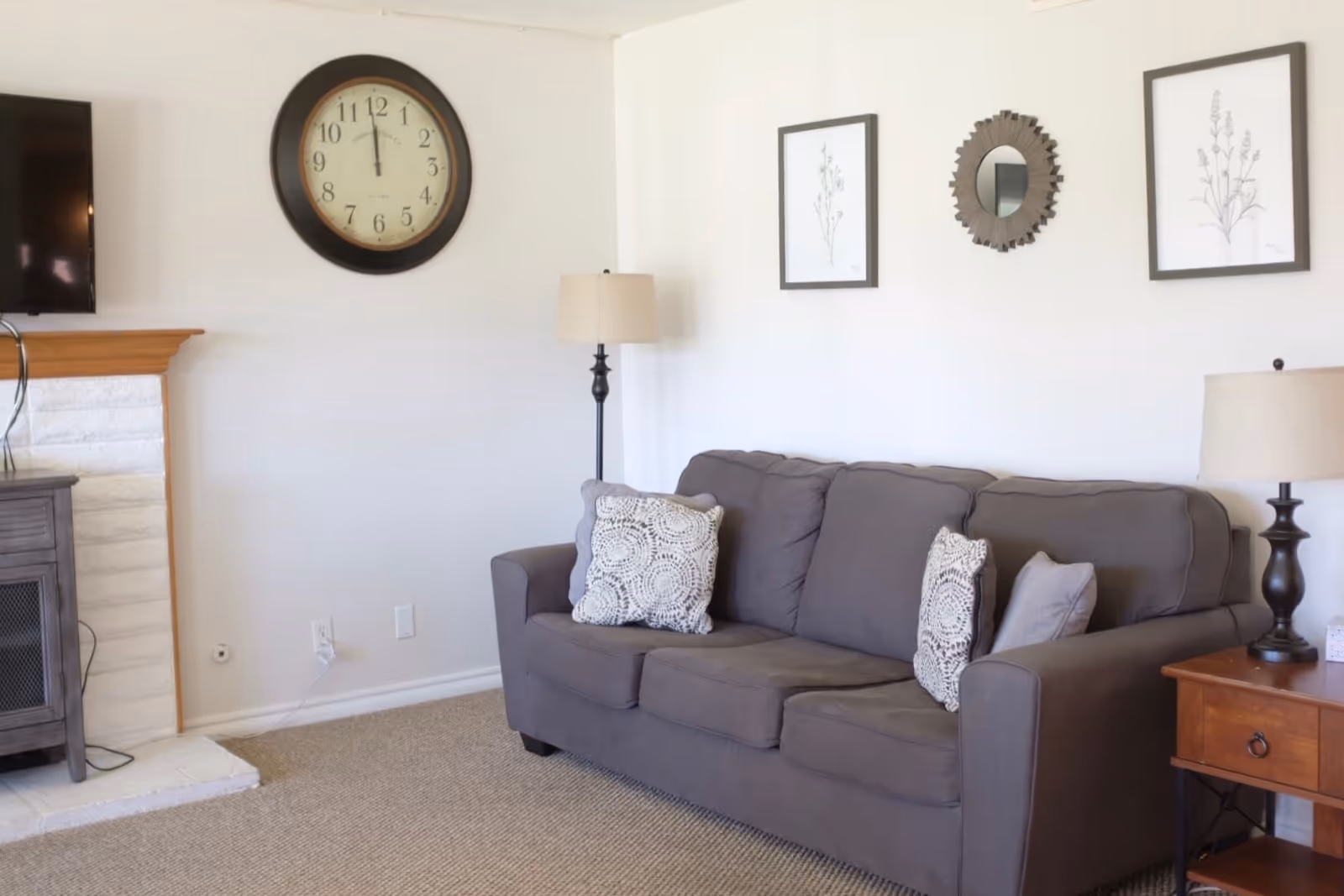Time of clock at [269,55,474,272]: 11:59
